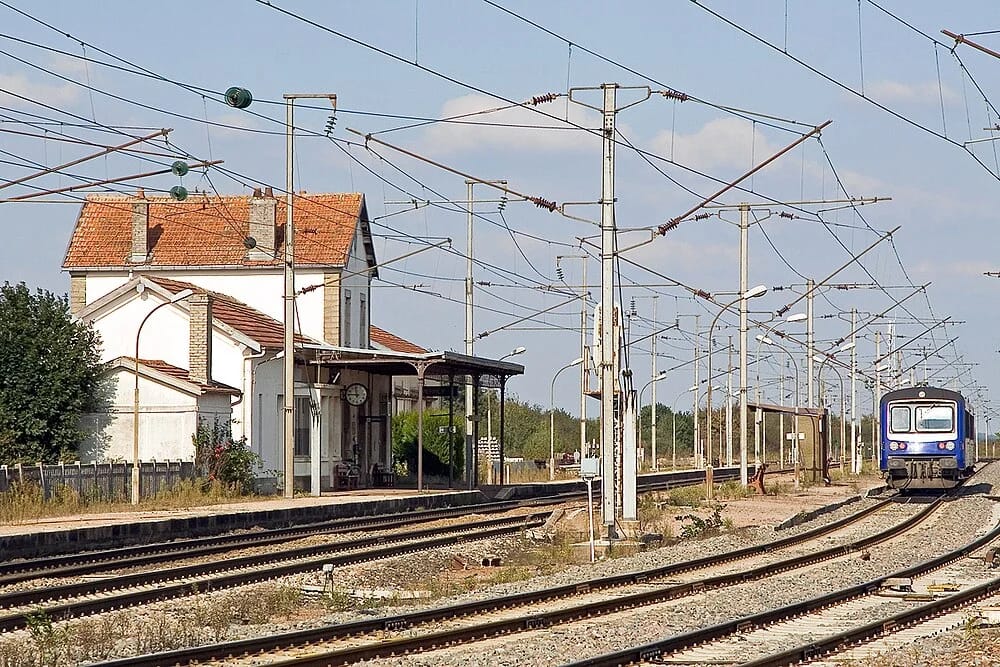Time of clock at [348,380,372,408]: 11:45
